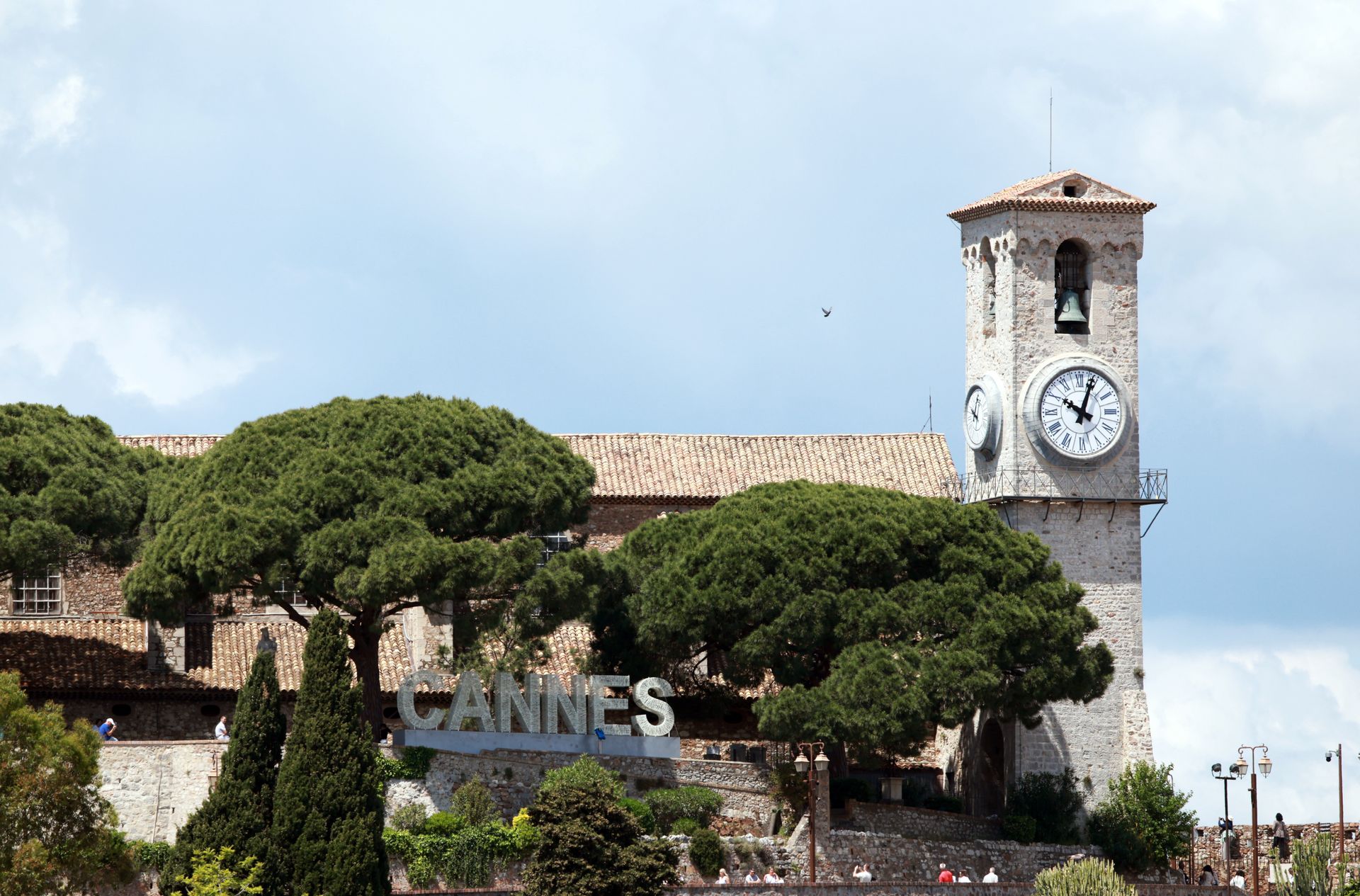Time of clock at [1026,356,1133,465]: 10:03
